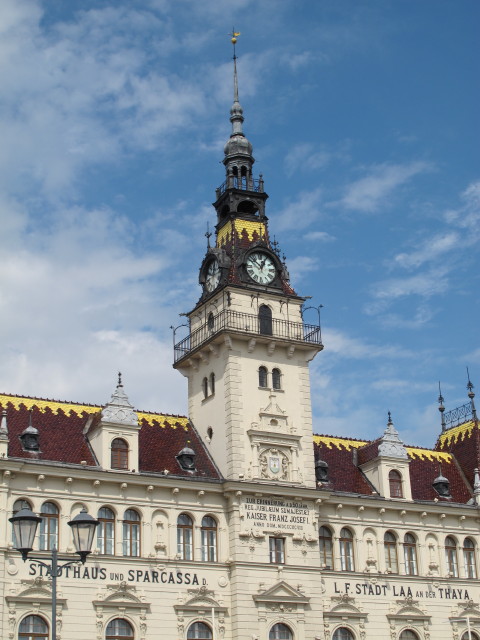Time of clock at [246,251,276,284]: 12:52
